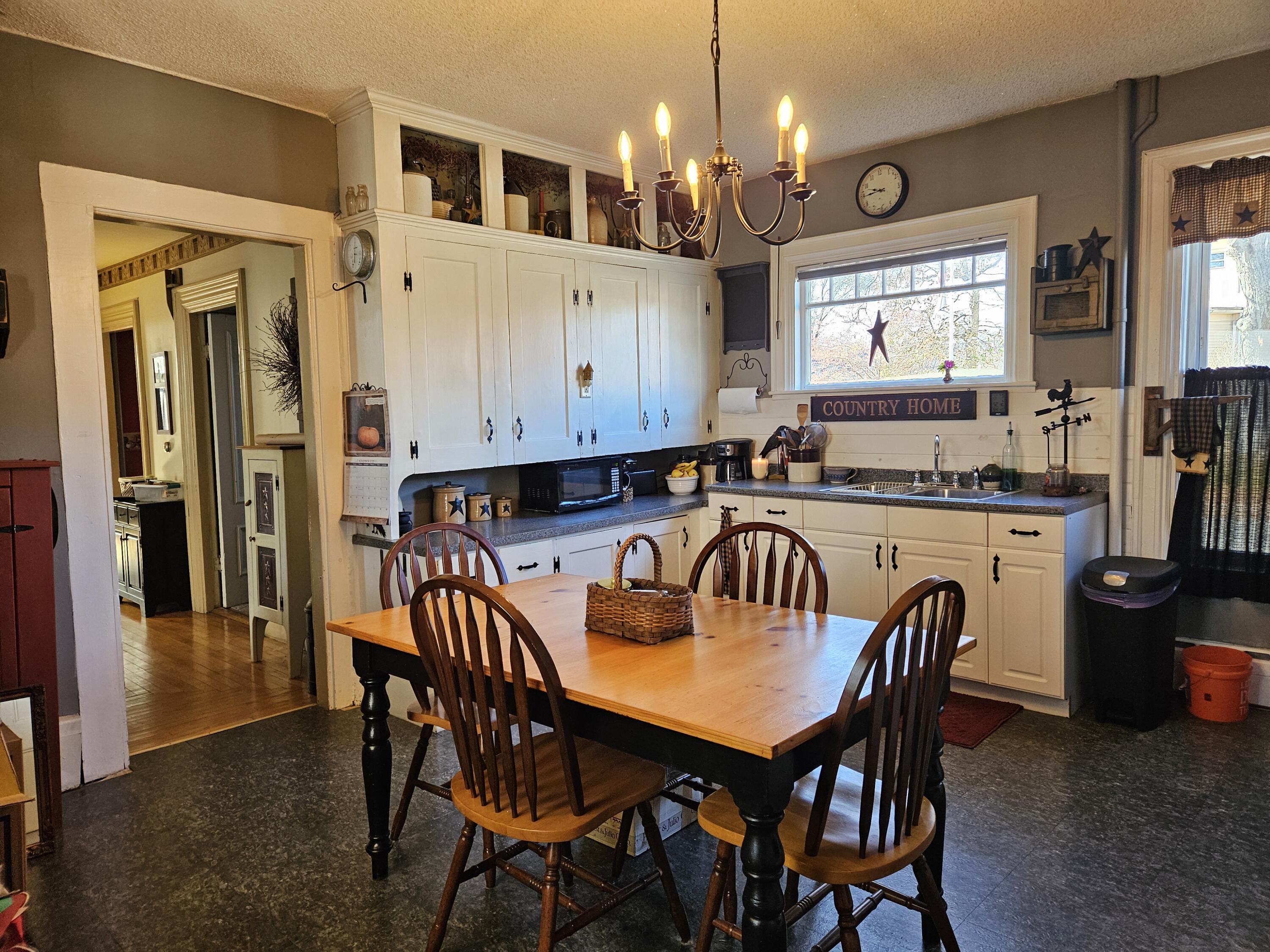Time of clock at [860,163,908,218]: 9:44
